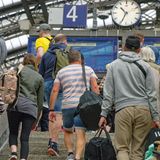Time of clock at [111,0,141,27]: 10:34
